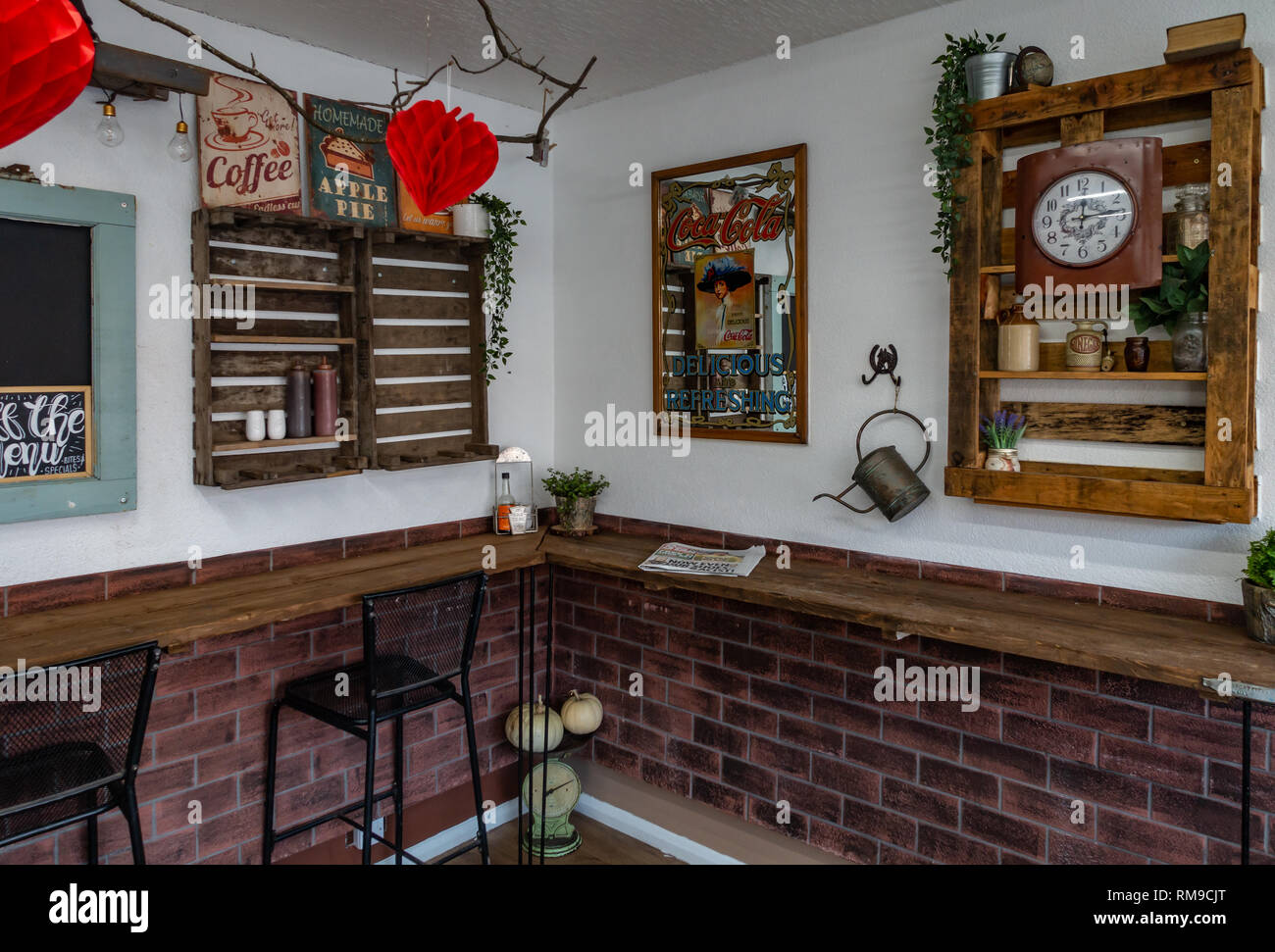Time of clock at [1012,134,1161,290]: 12:14
